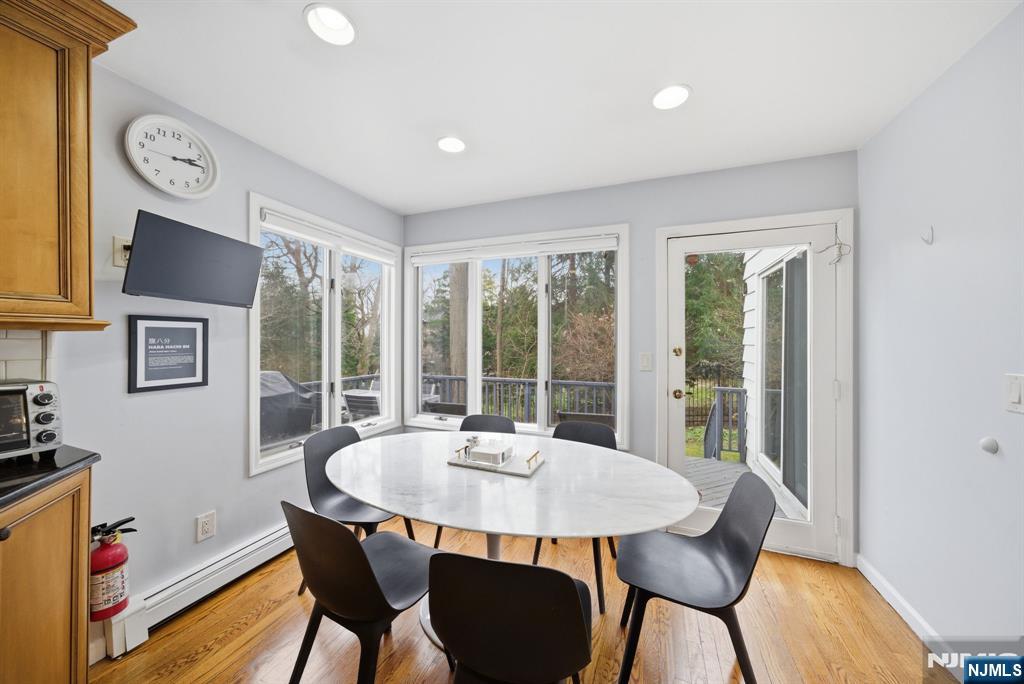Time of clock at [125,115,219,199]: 2:13
